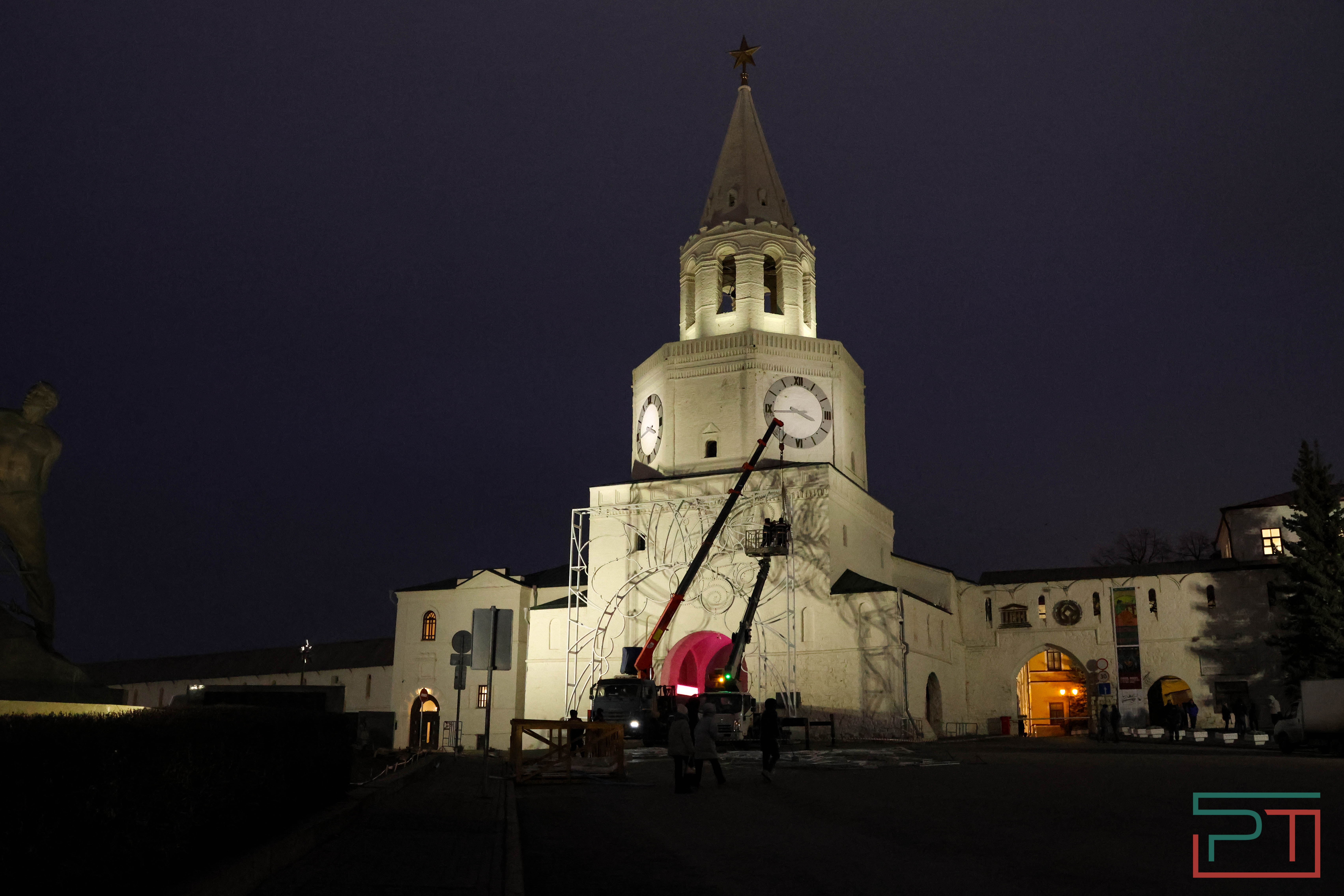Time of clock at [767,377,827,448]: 3:44
